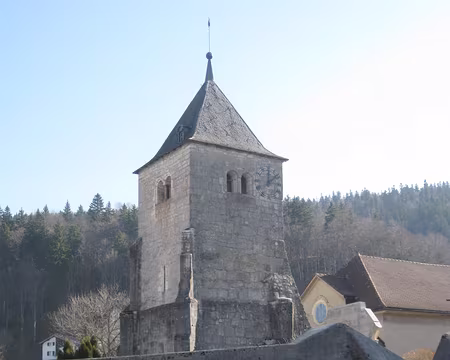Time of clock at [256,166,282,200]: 12:08
